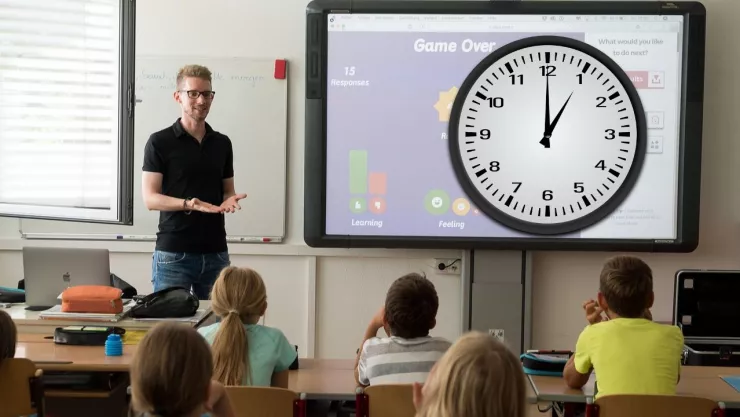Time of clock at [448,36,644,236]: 1:00
